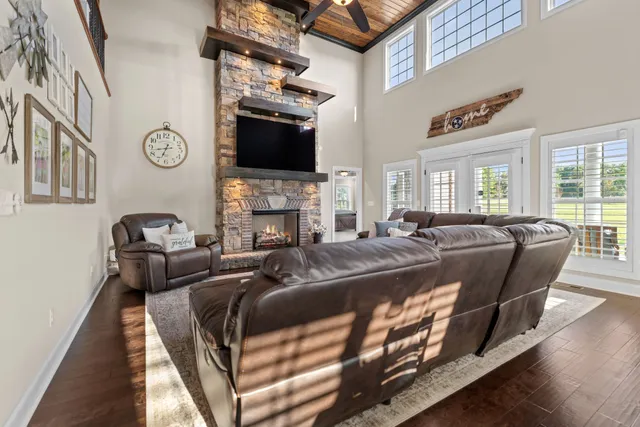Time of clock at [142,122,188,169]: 6:42
